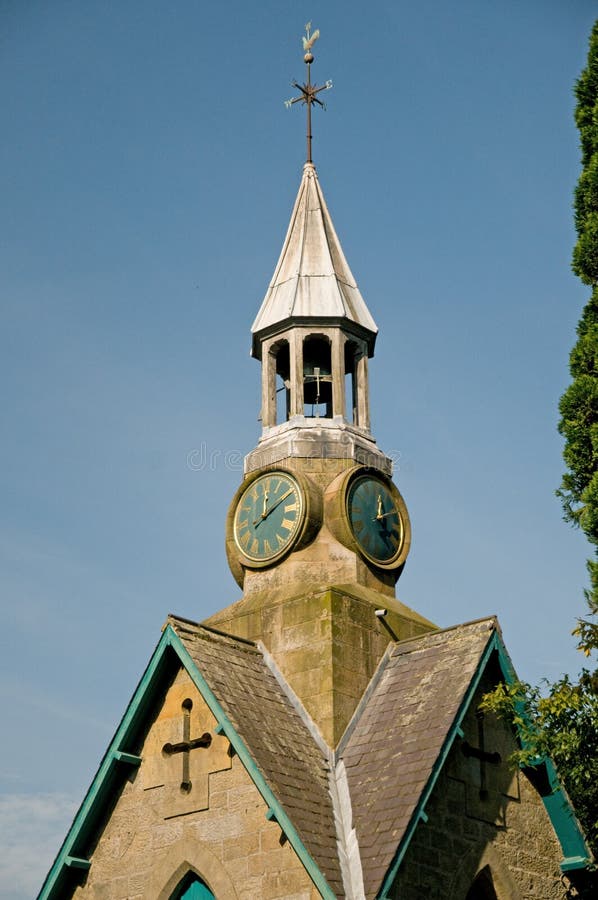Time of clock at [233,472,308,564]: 12:09
